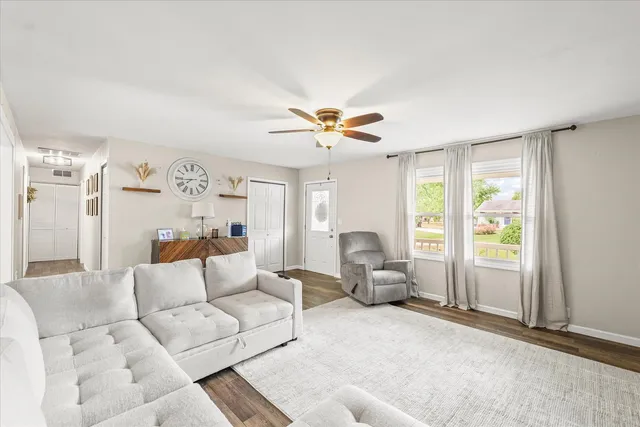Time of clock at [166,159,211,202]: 7:43
